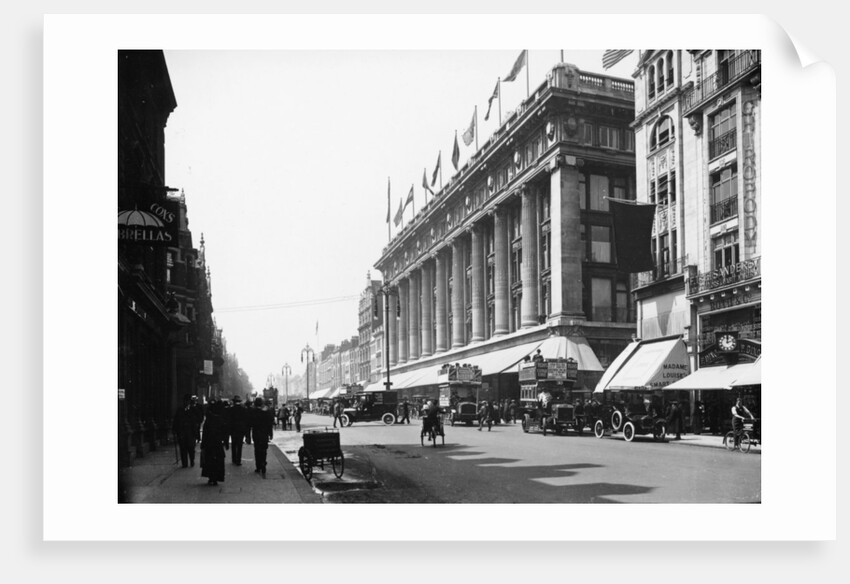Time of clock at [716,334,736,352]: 12:12
